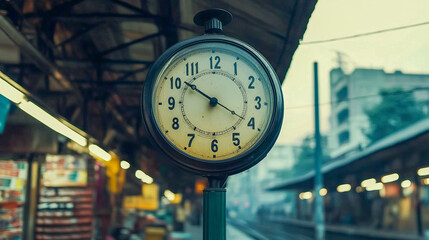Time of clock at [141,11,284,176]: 10:19
